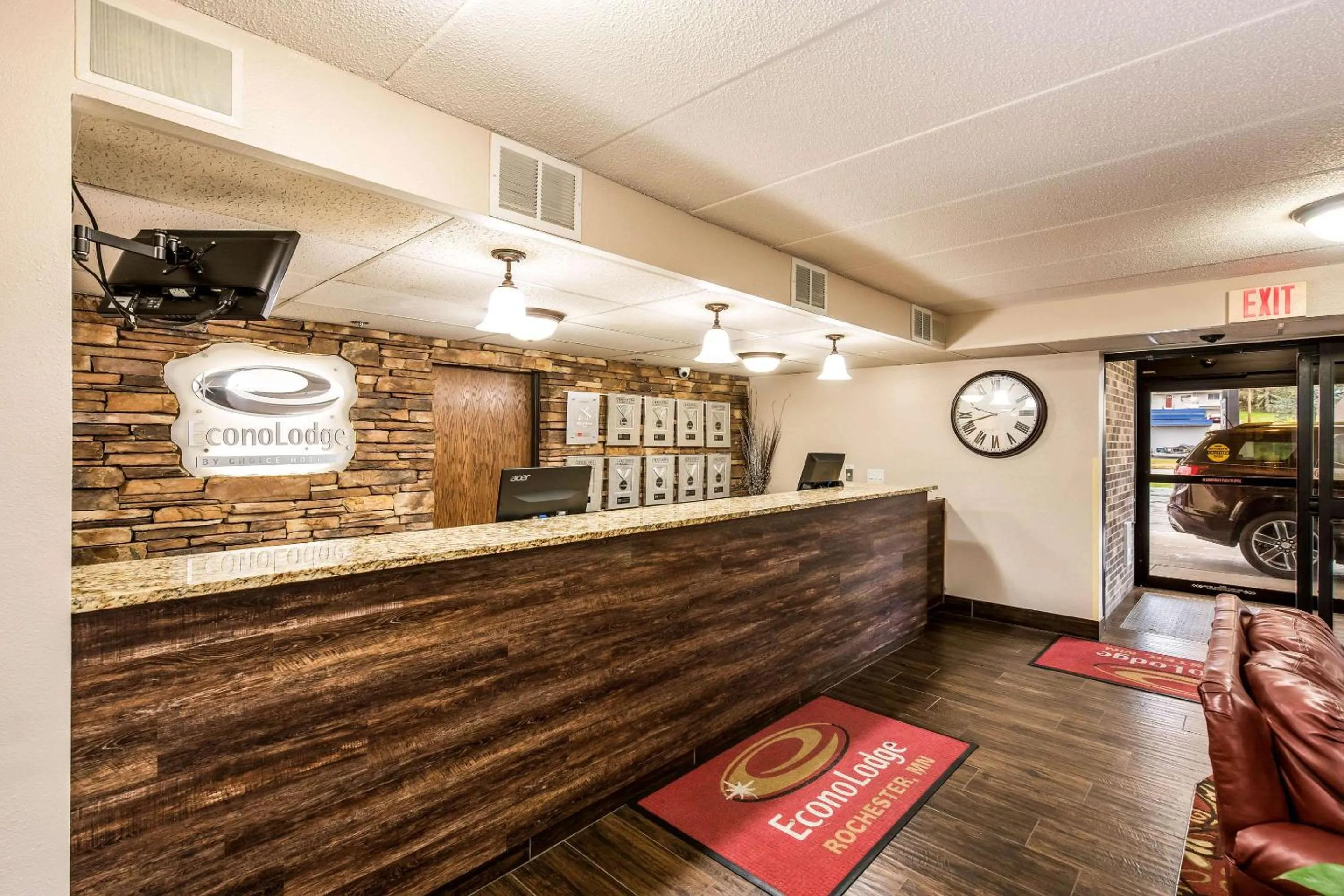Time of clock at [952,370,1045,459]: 9:42
